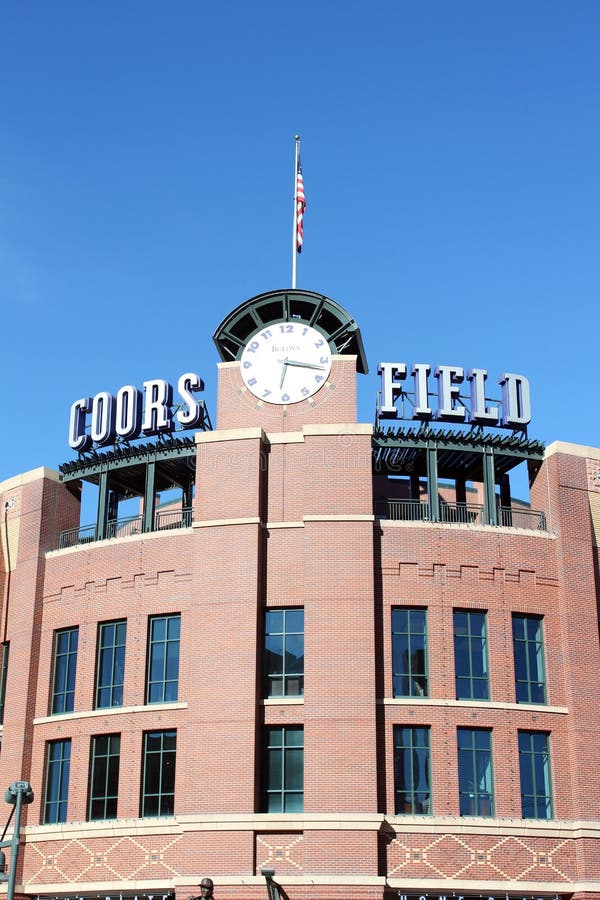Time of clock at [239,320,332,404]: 6:17
